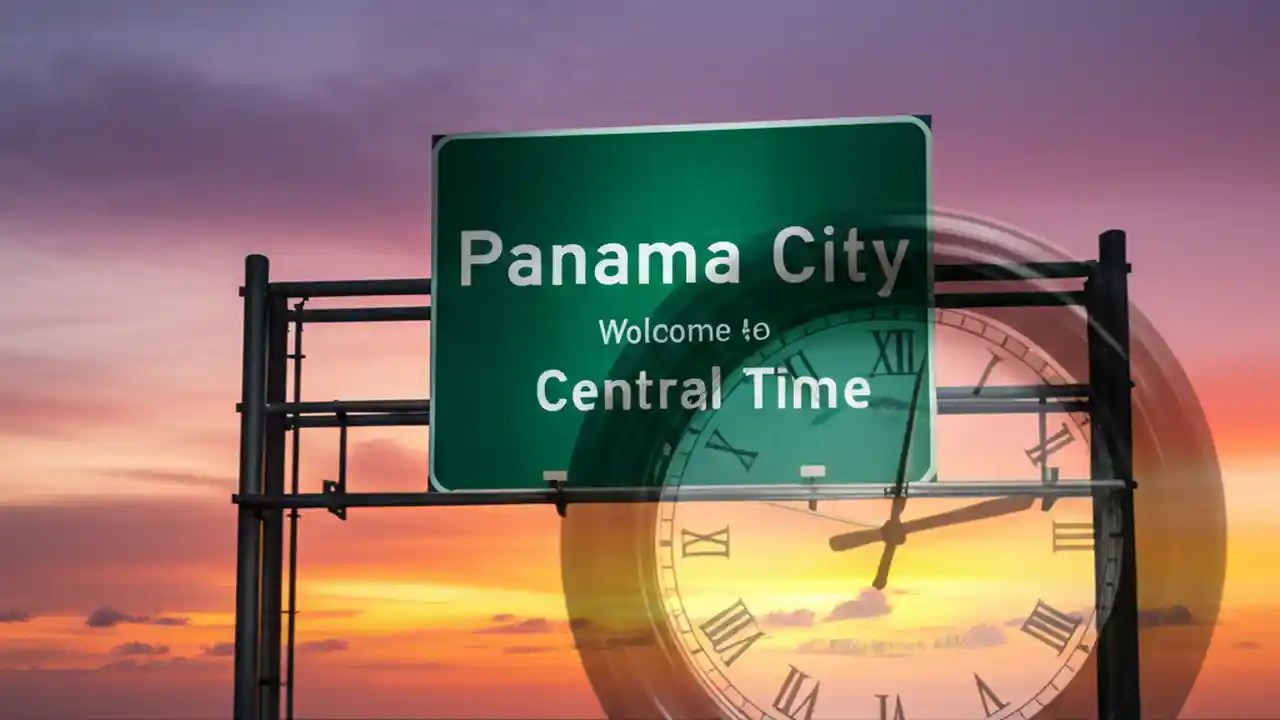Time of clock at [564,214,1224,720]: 12:13
